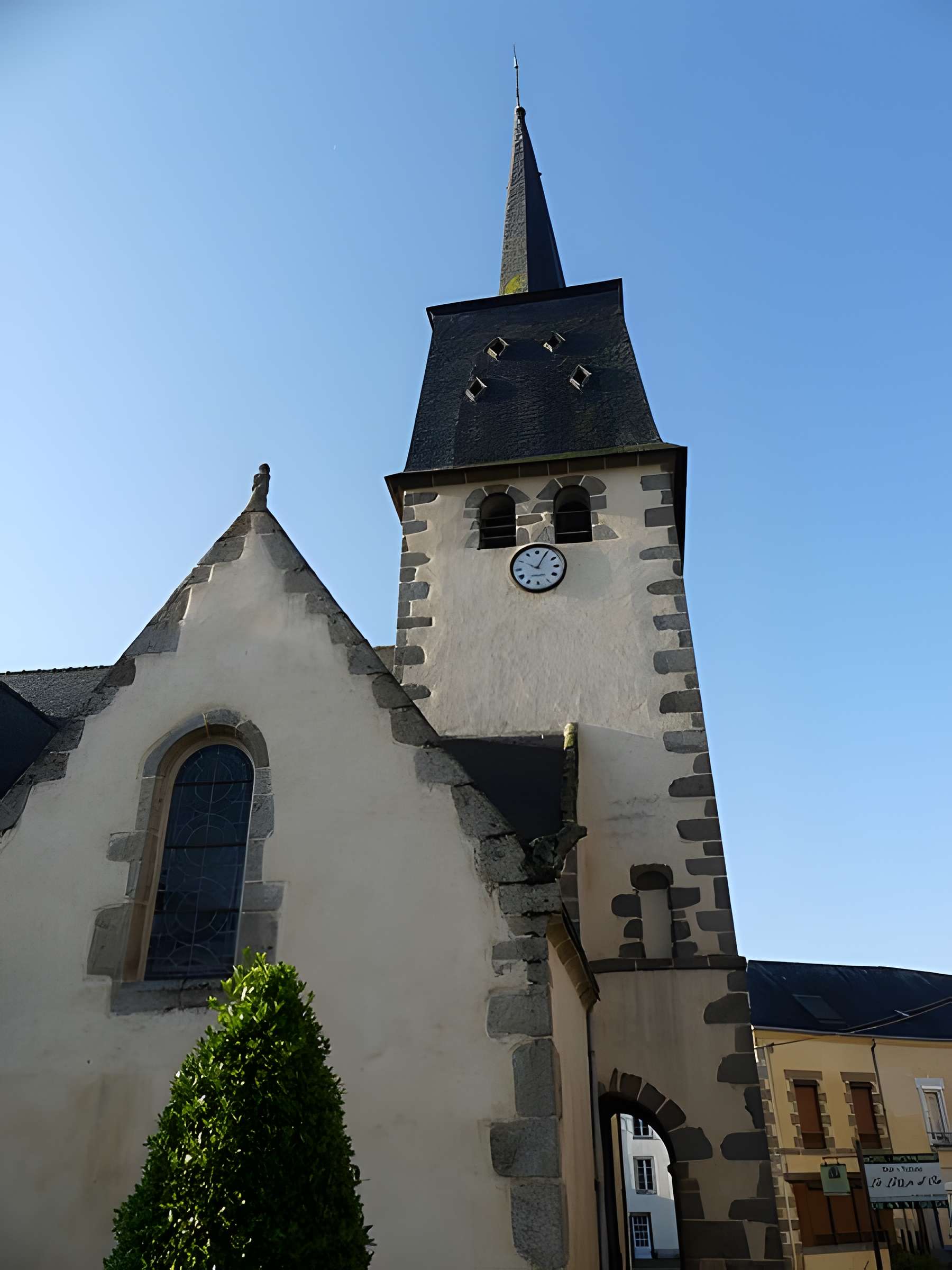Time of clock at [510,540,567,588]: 10:04
